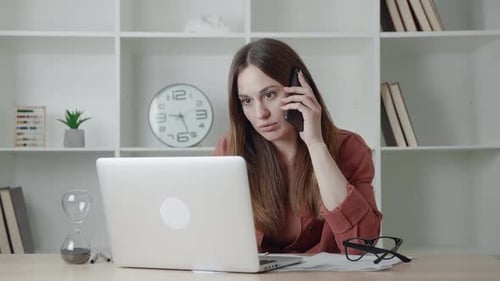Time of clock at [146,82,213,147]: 9:26
